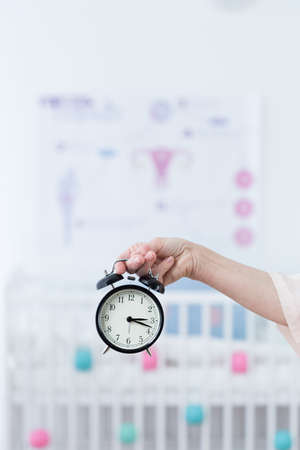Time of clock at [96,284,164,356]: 3:18
